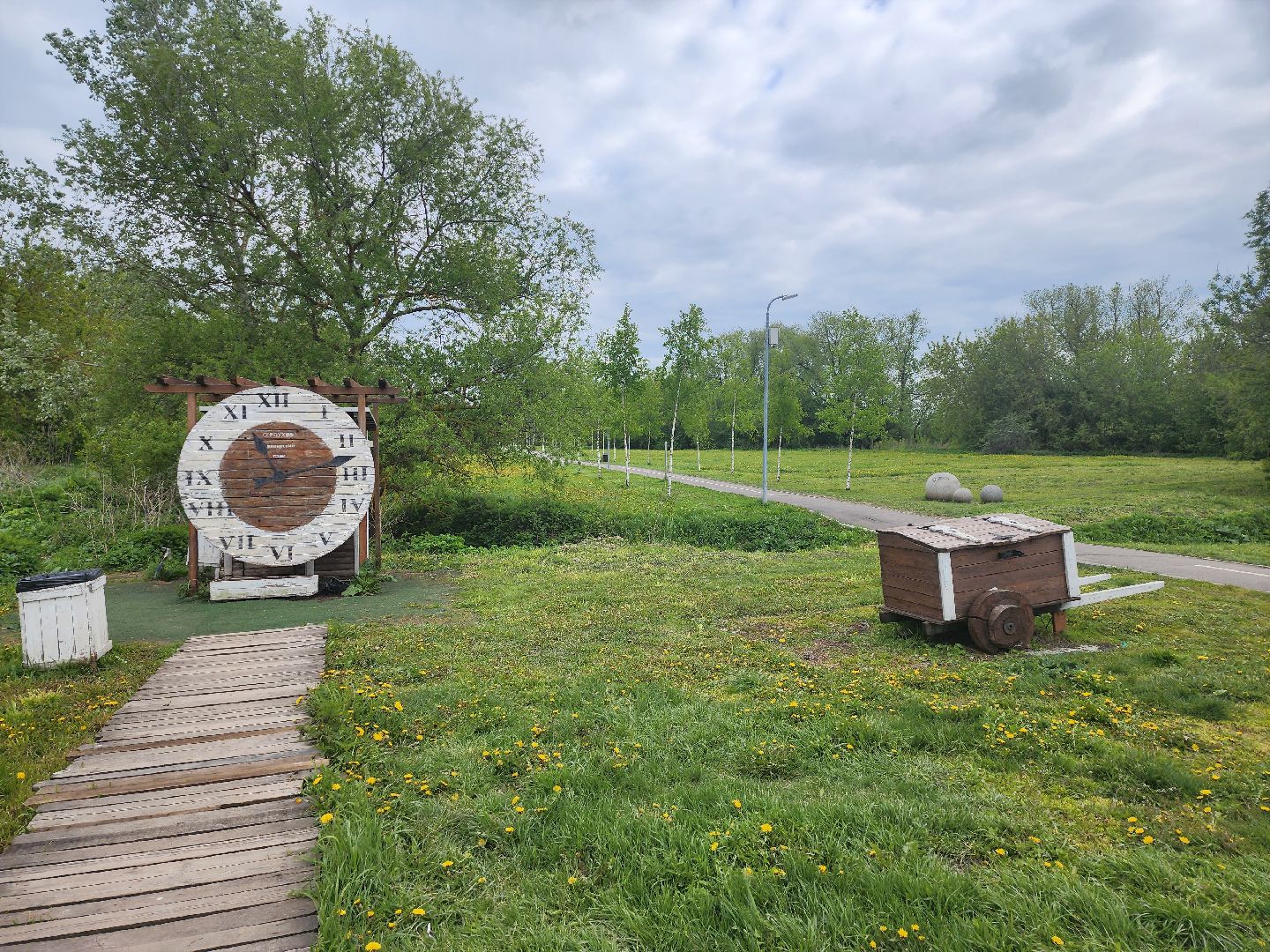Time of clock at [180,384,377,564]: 11:12
